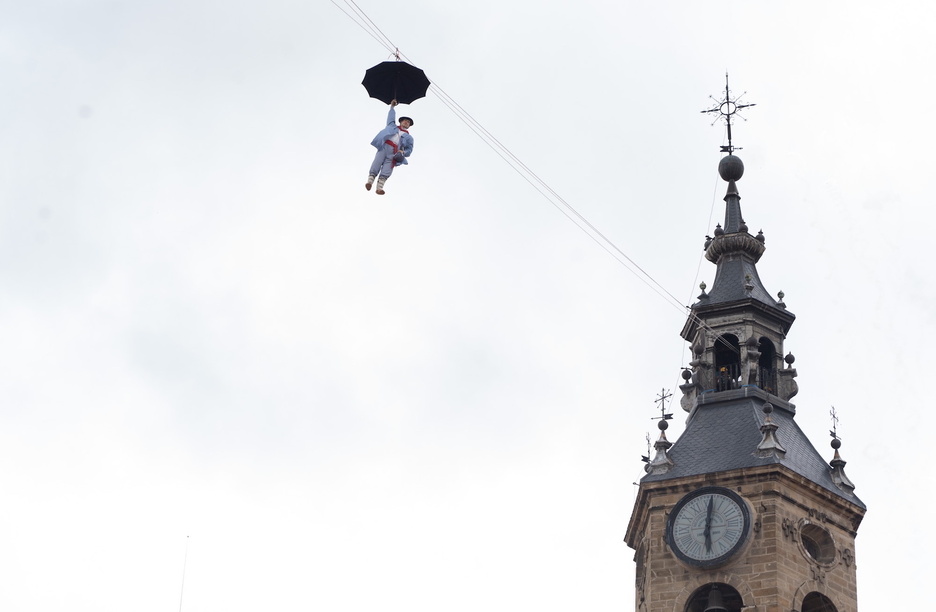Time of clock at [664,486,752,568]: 6:01
